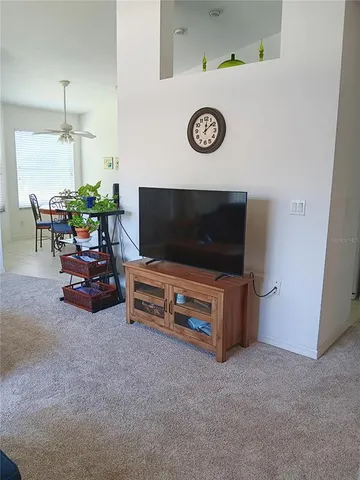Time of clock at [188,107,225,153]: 12:08
